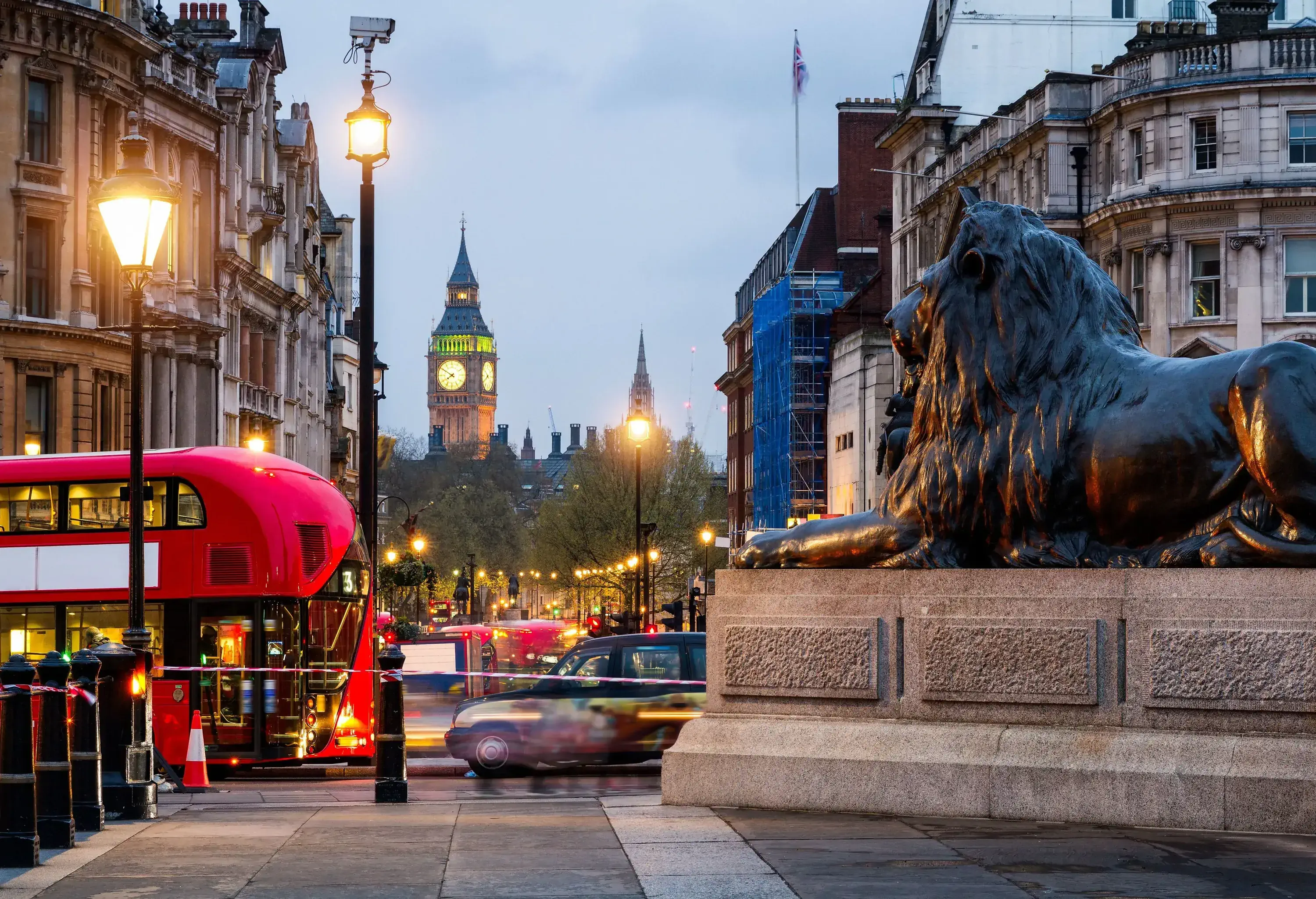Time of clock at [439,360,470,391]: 7:50
